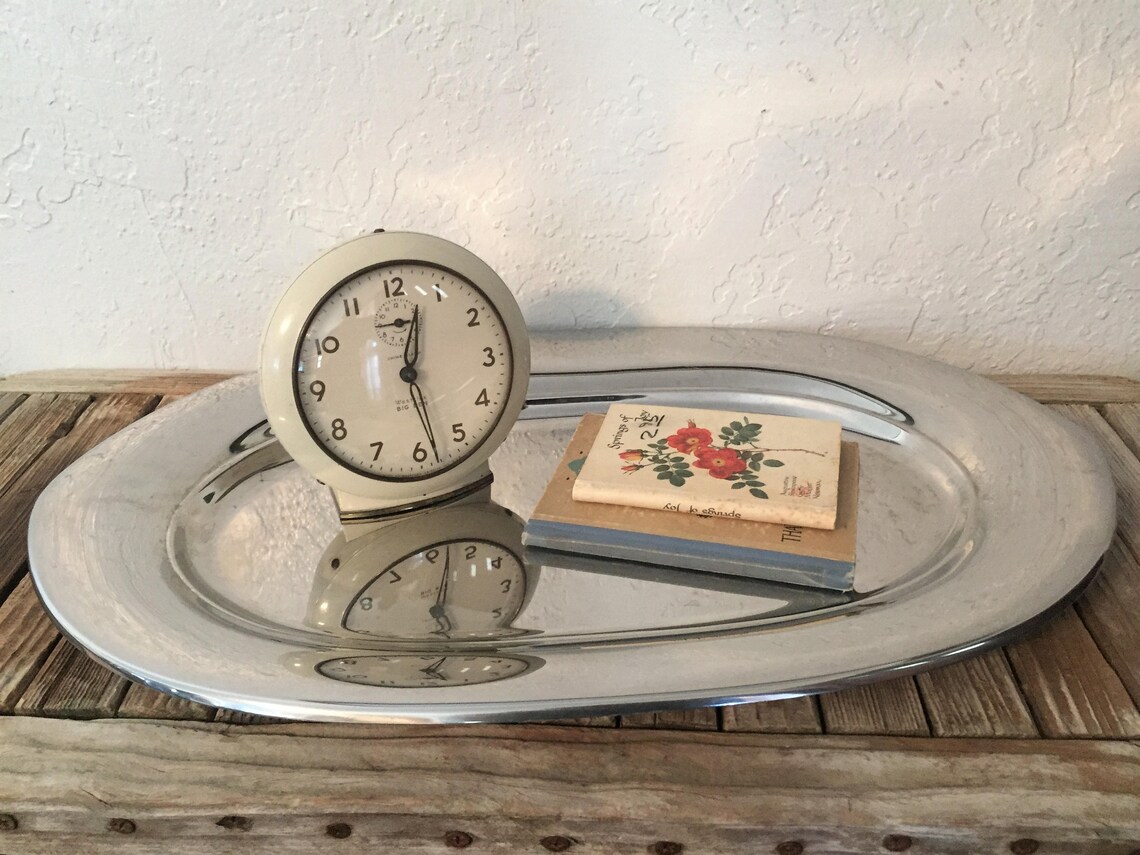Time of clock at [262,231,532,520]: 12:28
